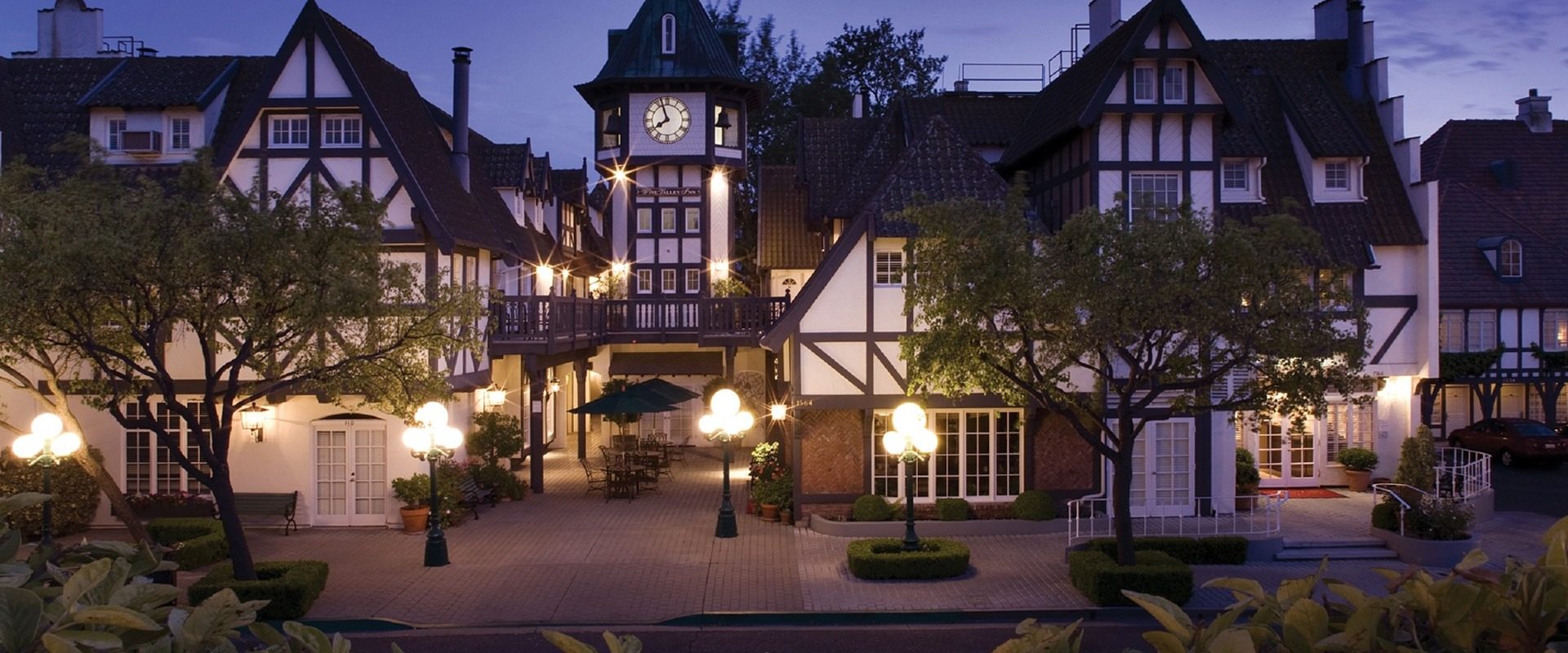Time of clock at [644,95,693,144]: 7:56
